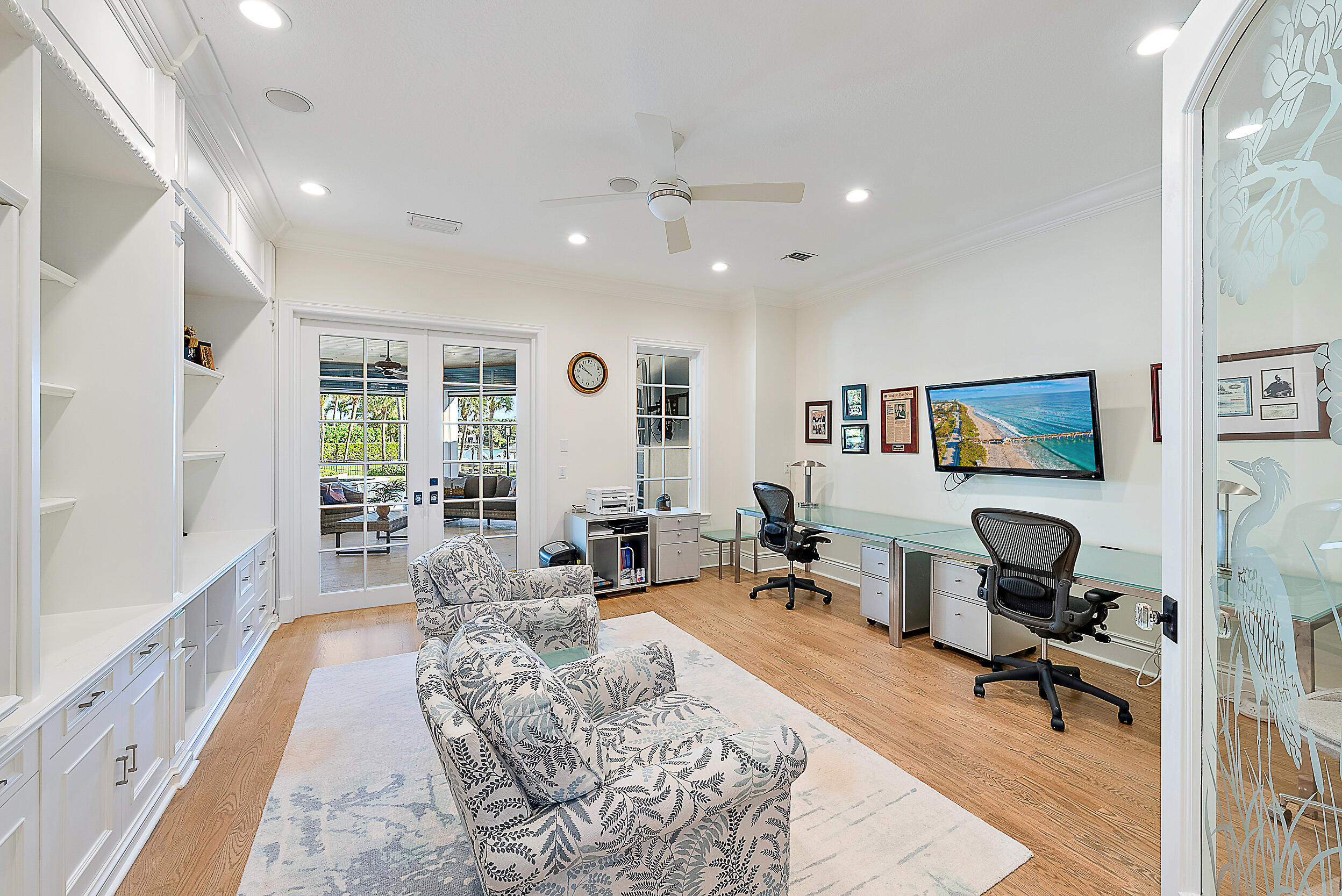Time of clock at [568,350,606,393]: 9:51
